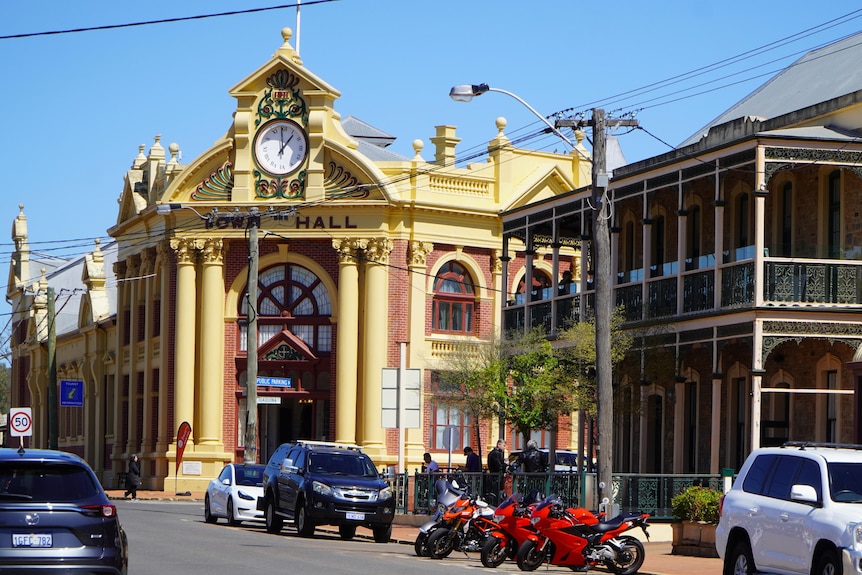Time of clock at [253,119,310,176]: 12:59
